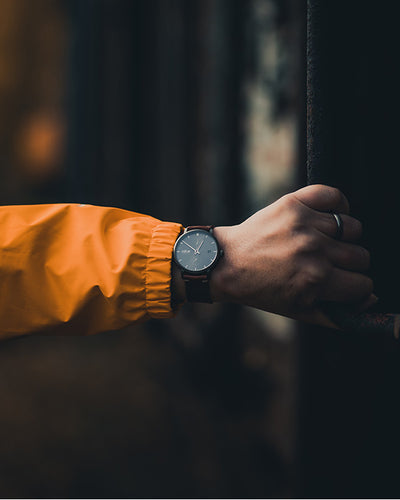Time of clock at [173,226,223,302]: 12:51
